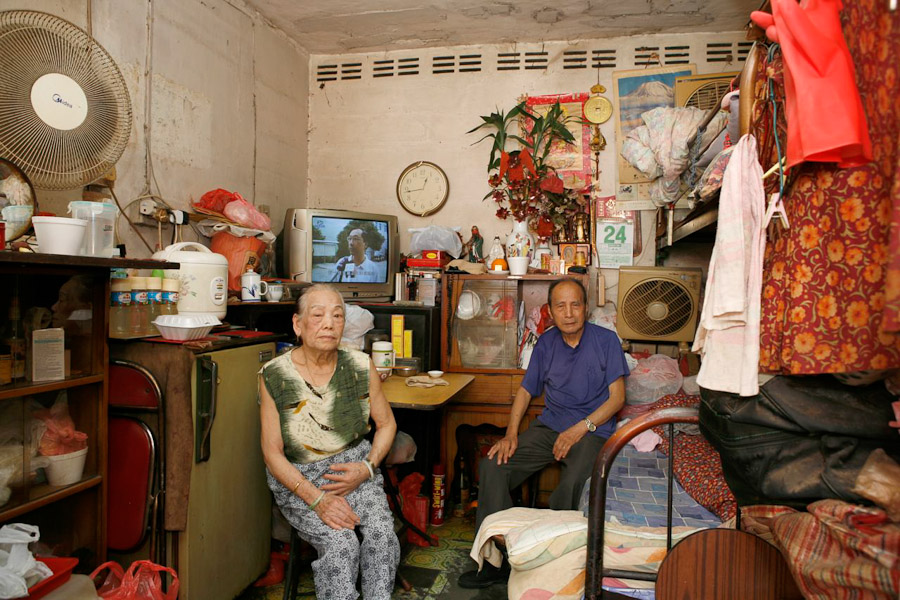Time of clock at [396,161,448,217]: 12:43
